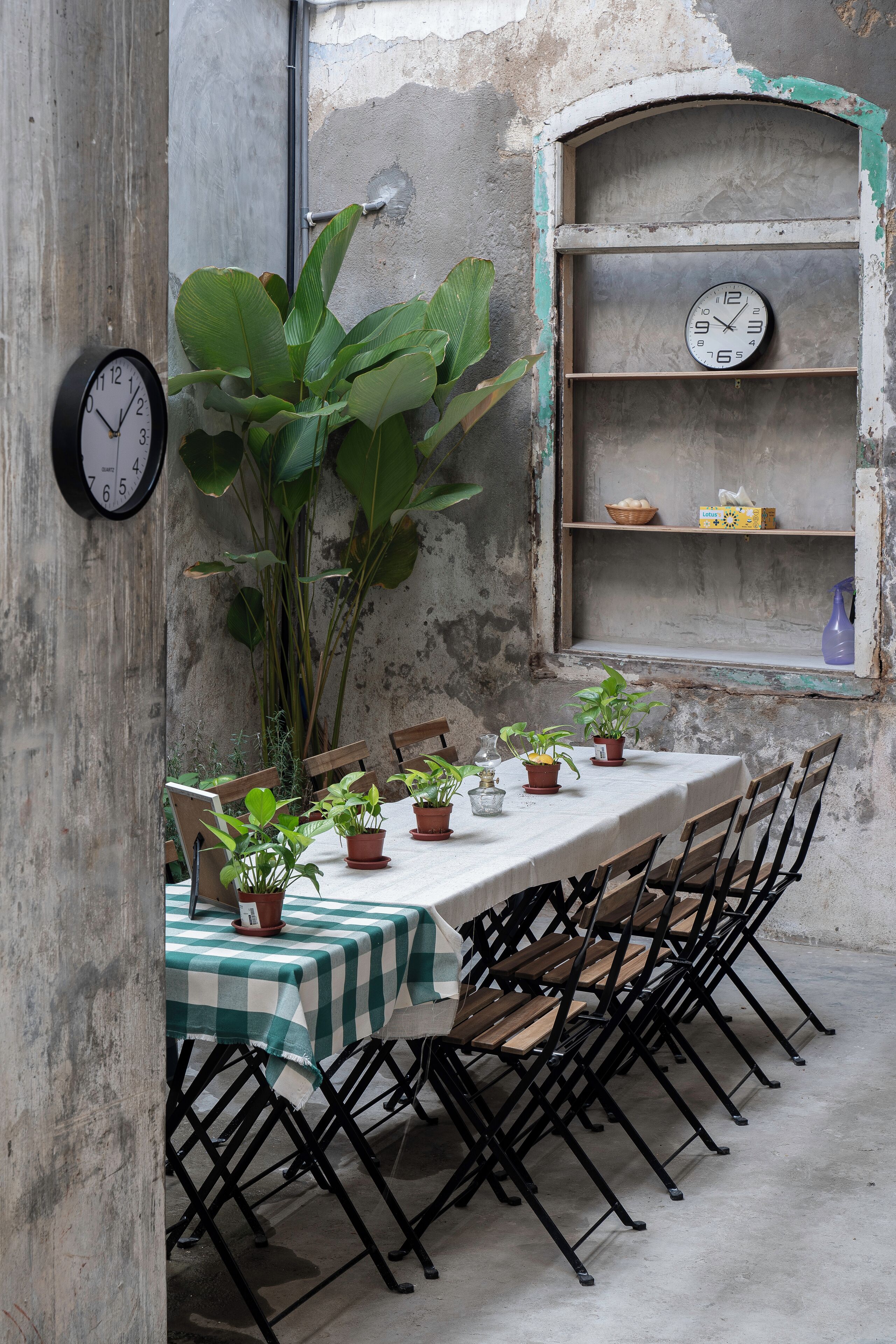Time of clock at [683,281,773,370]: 10:05
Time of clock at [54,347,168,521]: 10:07
